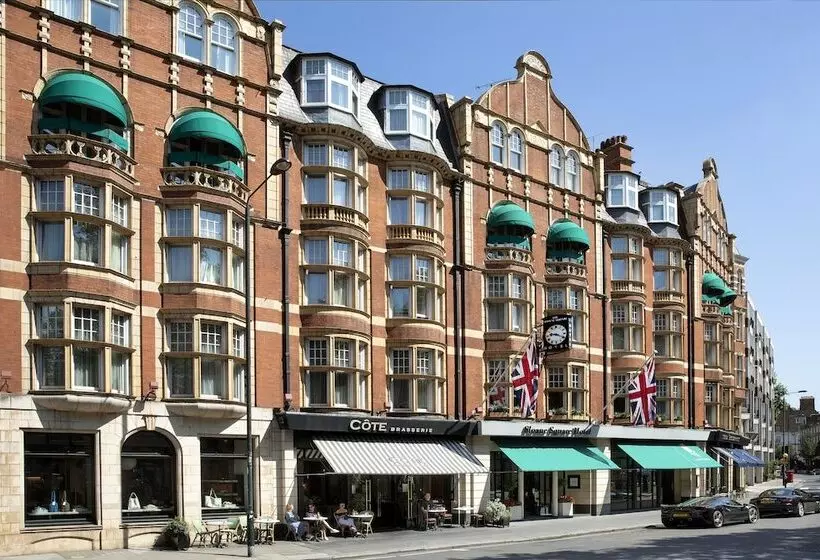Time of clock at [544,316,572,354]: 9:19
